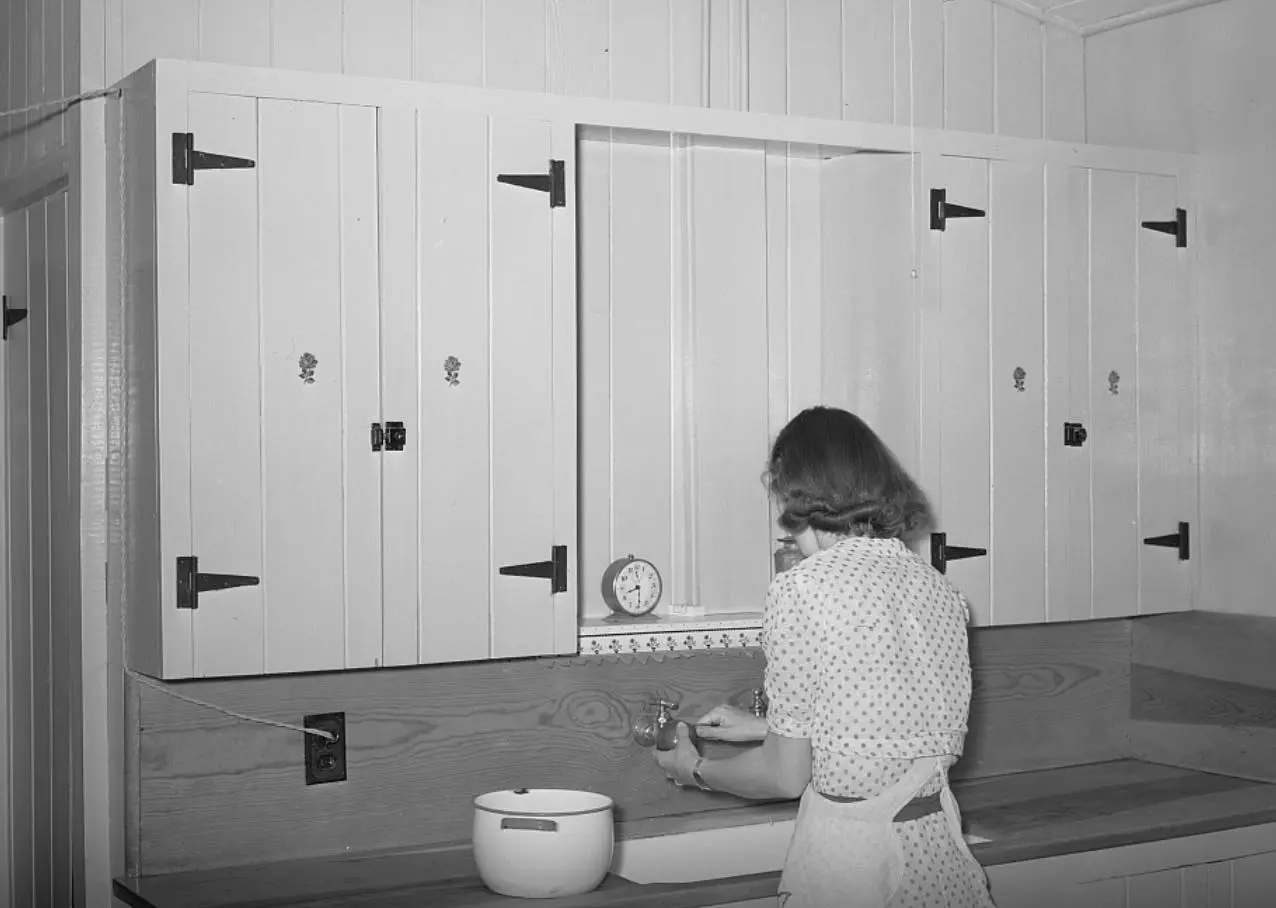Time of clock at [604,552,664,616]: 8:29
